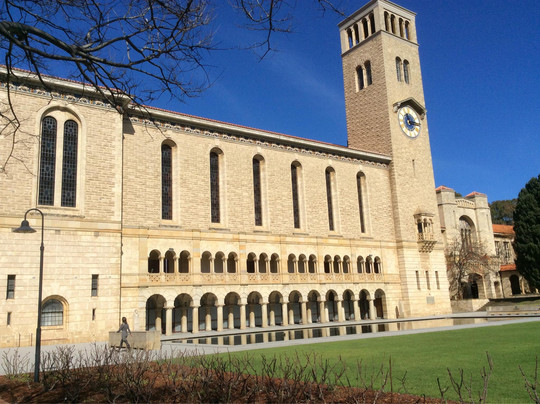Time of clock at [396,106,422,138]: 11:14
